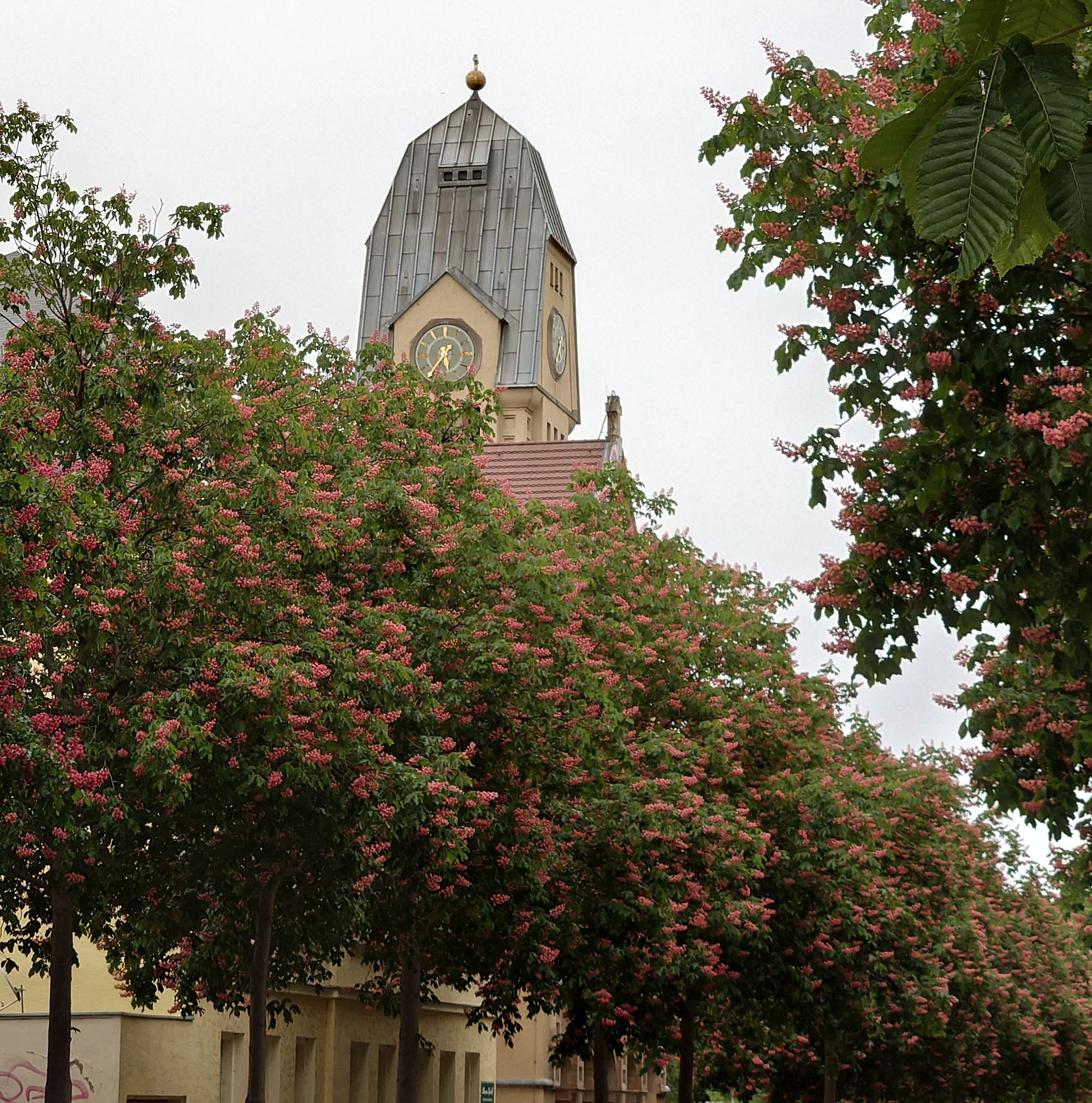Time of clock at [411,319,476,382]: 5:36
